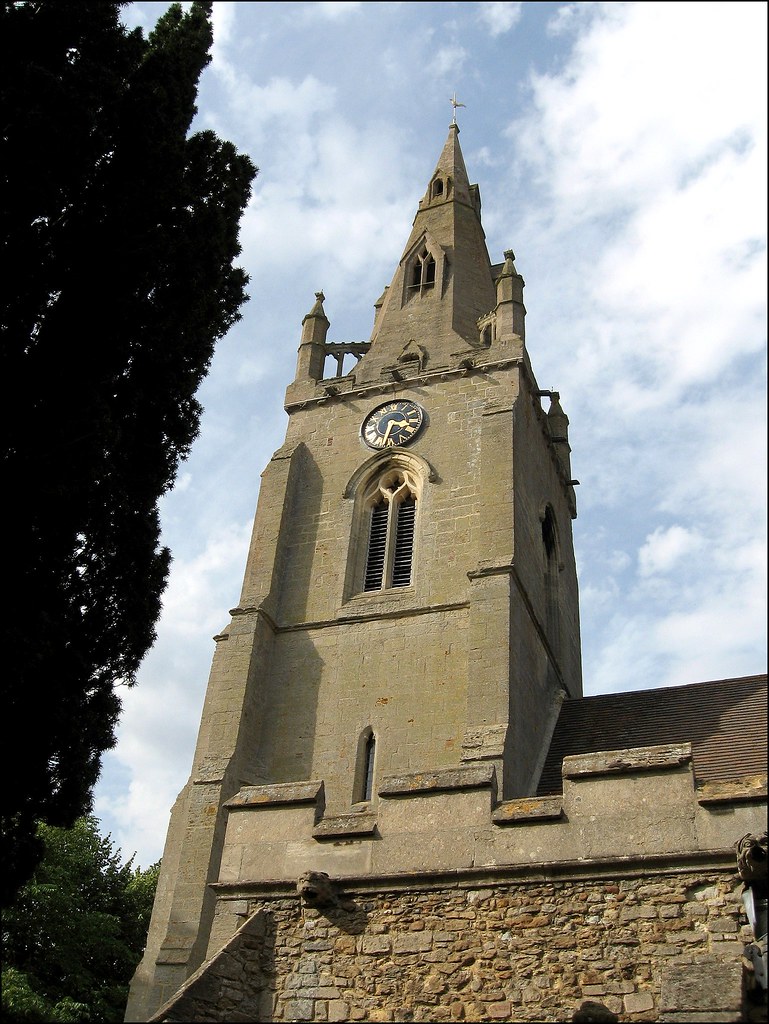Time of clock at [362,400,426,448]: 3:32
